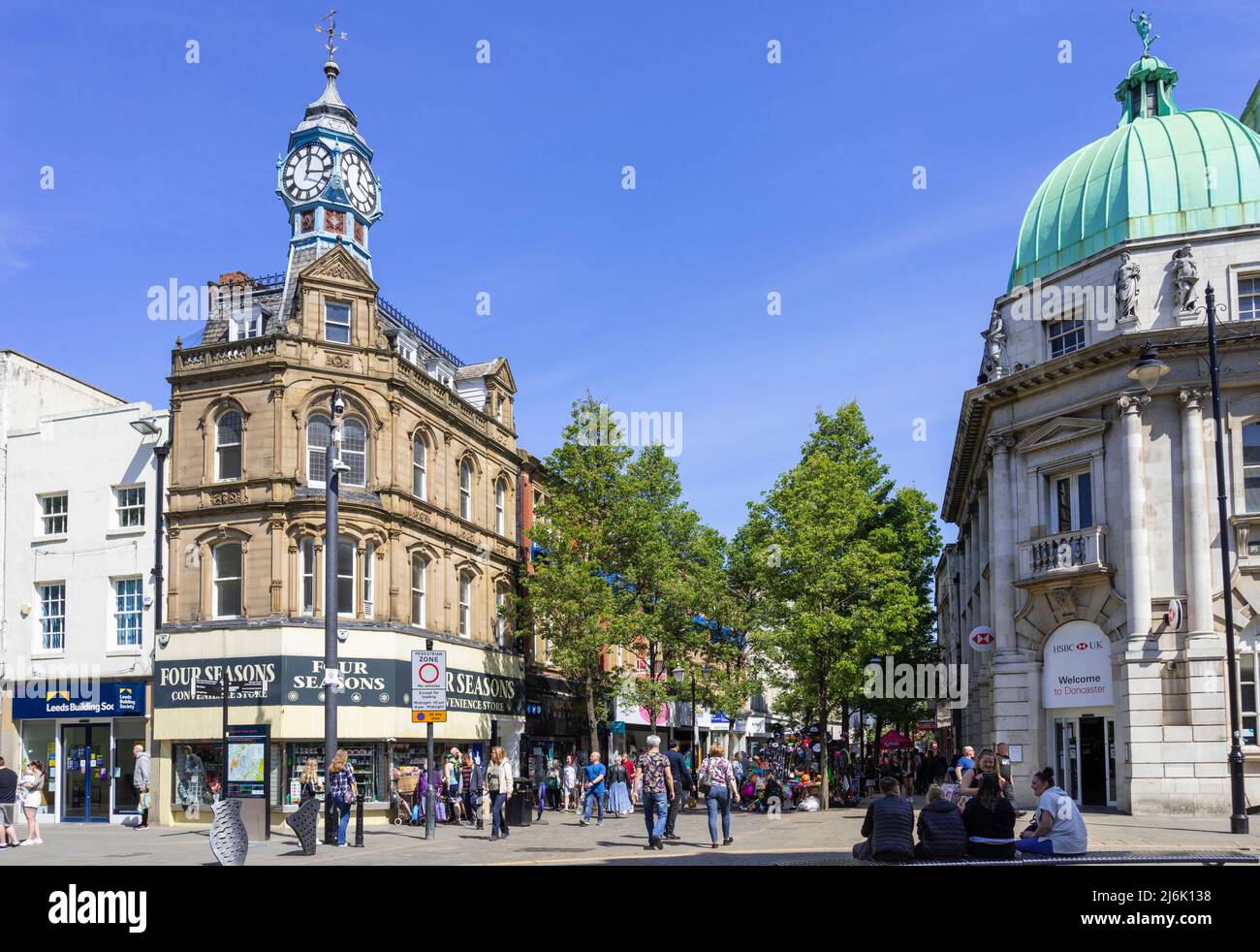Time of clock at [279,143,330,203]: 12:16
